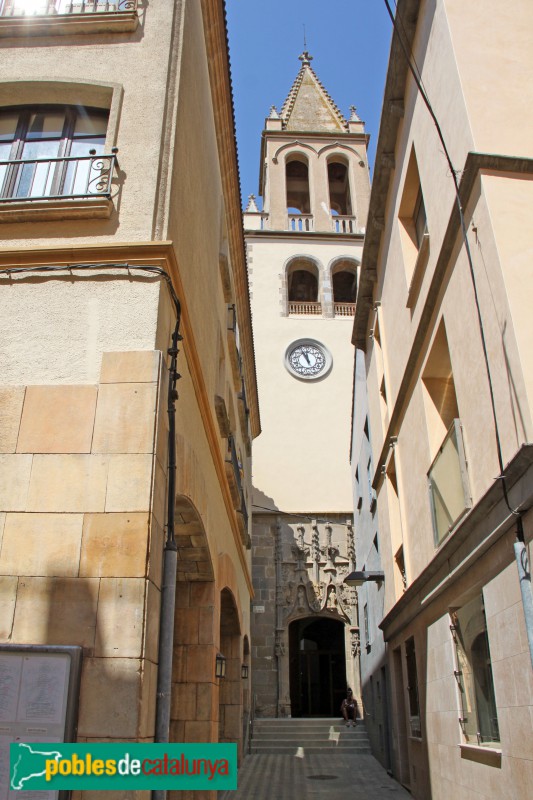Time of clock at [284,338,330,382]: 11:55
